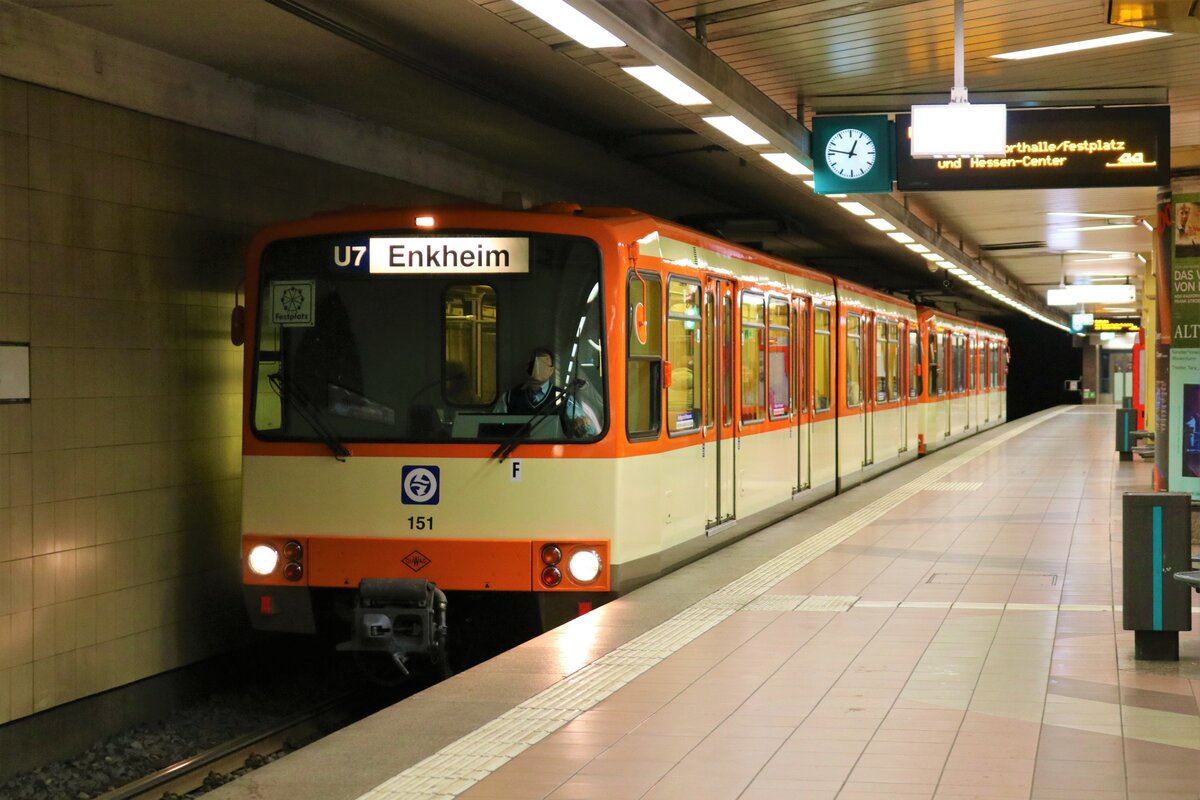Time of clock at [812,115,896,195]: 12:46
